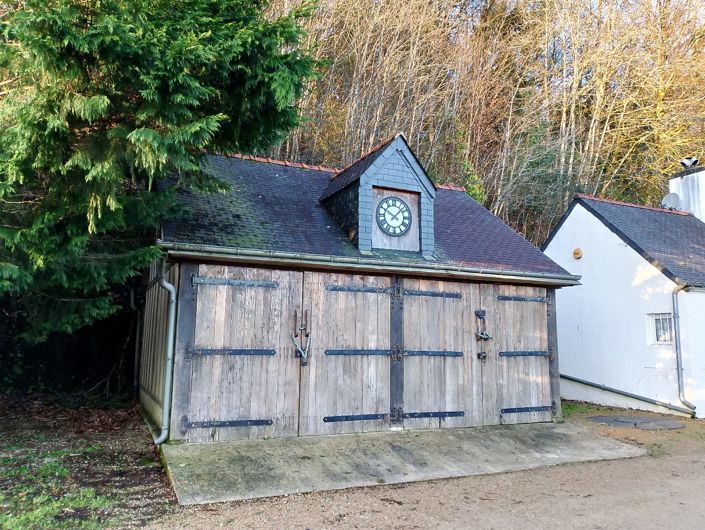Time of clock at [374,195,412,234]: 10:07
